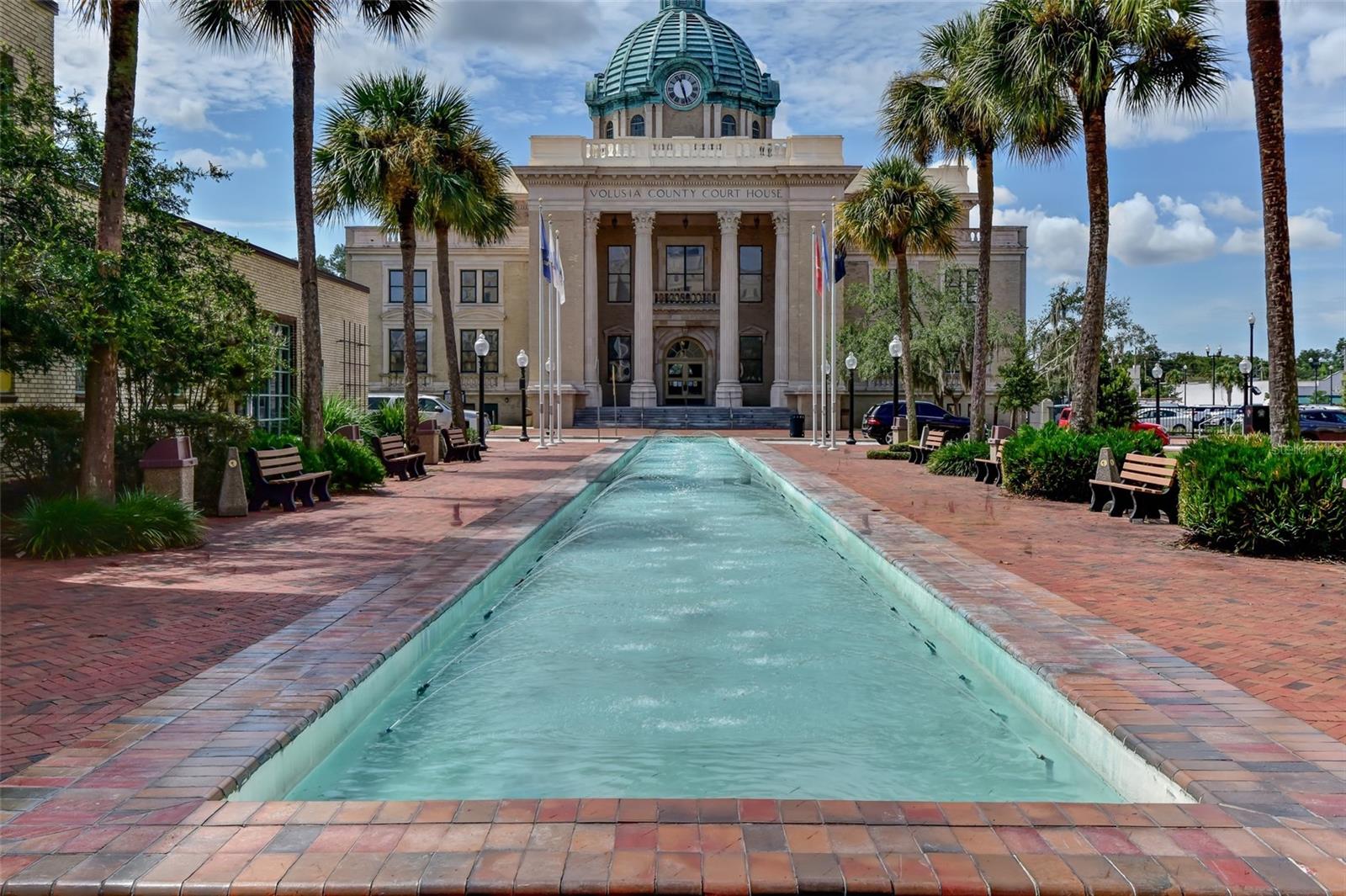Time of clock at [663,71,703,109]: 11:27
